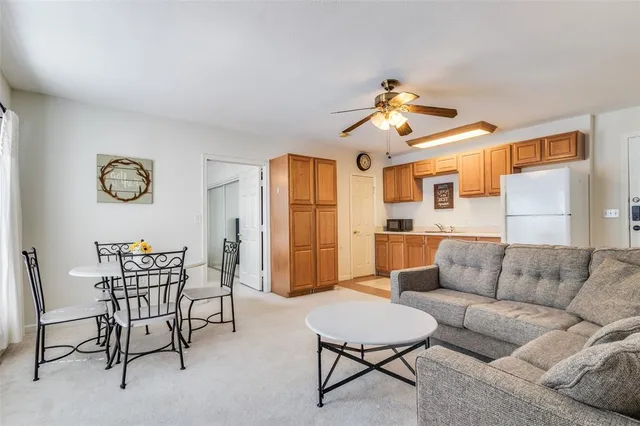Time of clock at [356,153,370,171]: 7:12
